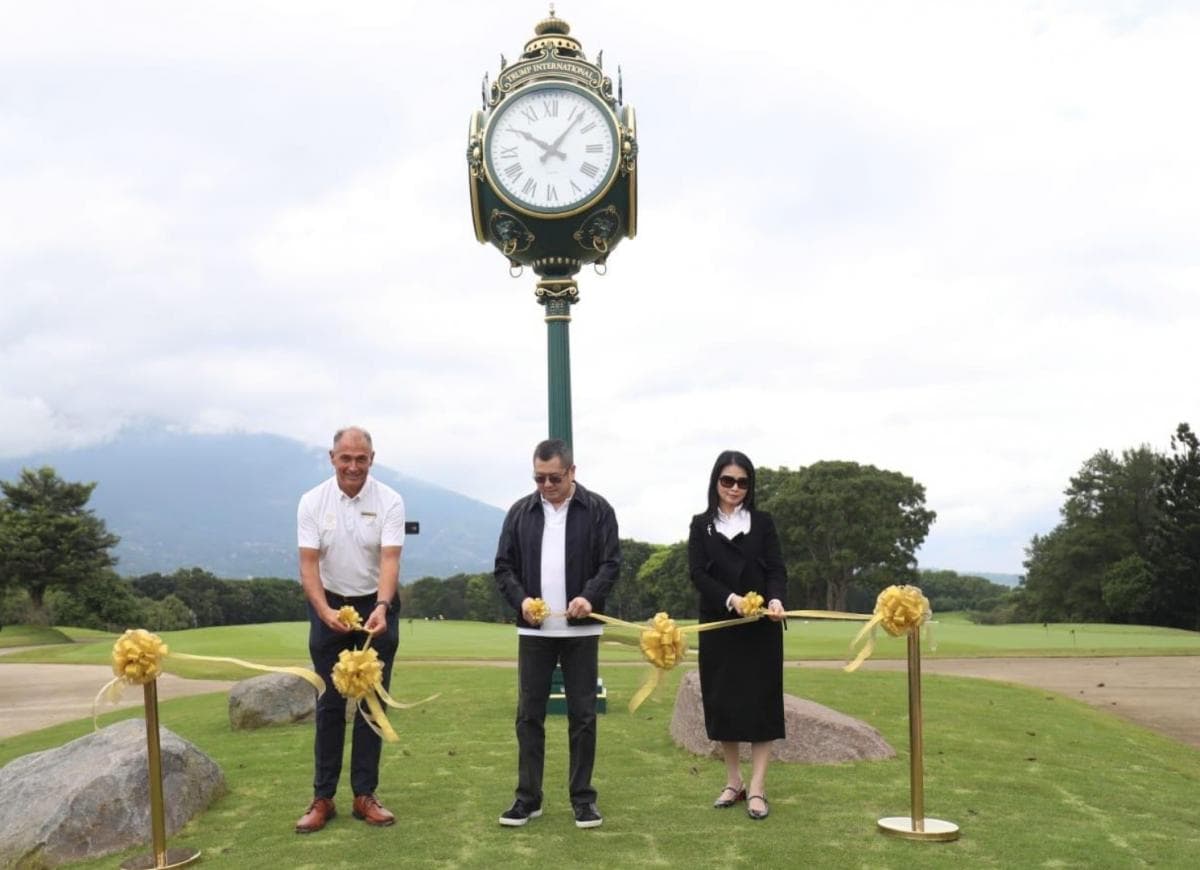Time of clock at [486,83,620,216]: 10:06
